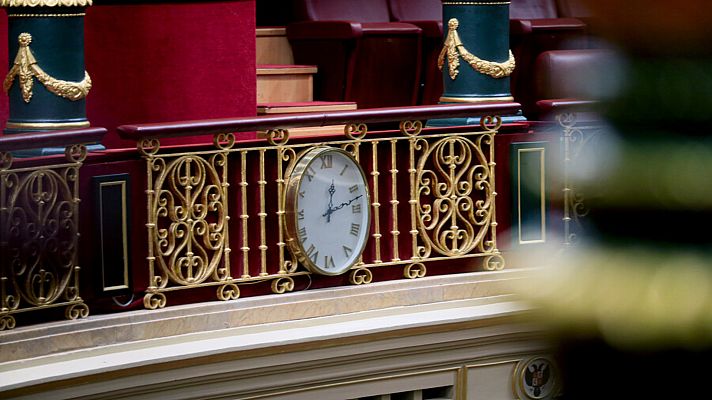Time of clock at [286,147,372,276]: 12:12
